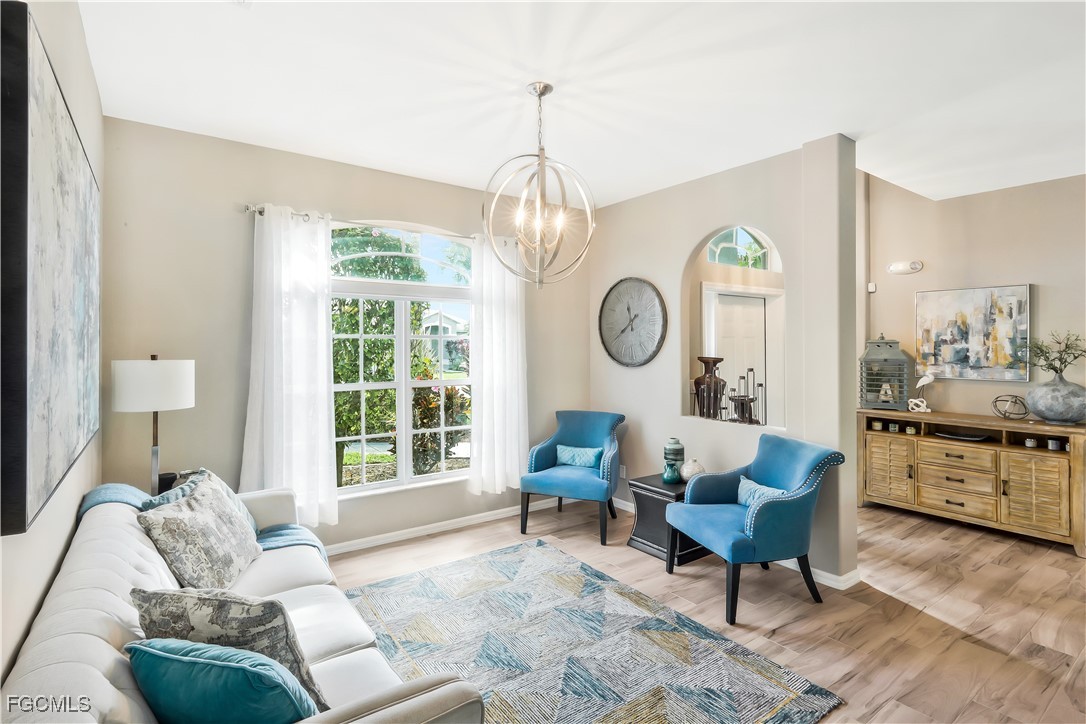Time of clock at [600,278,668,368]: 11:39
